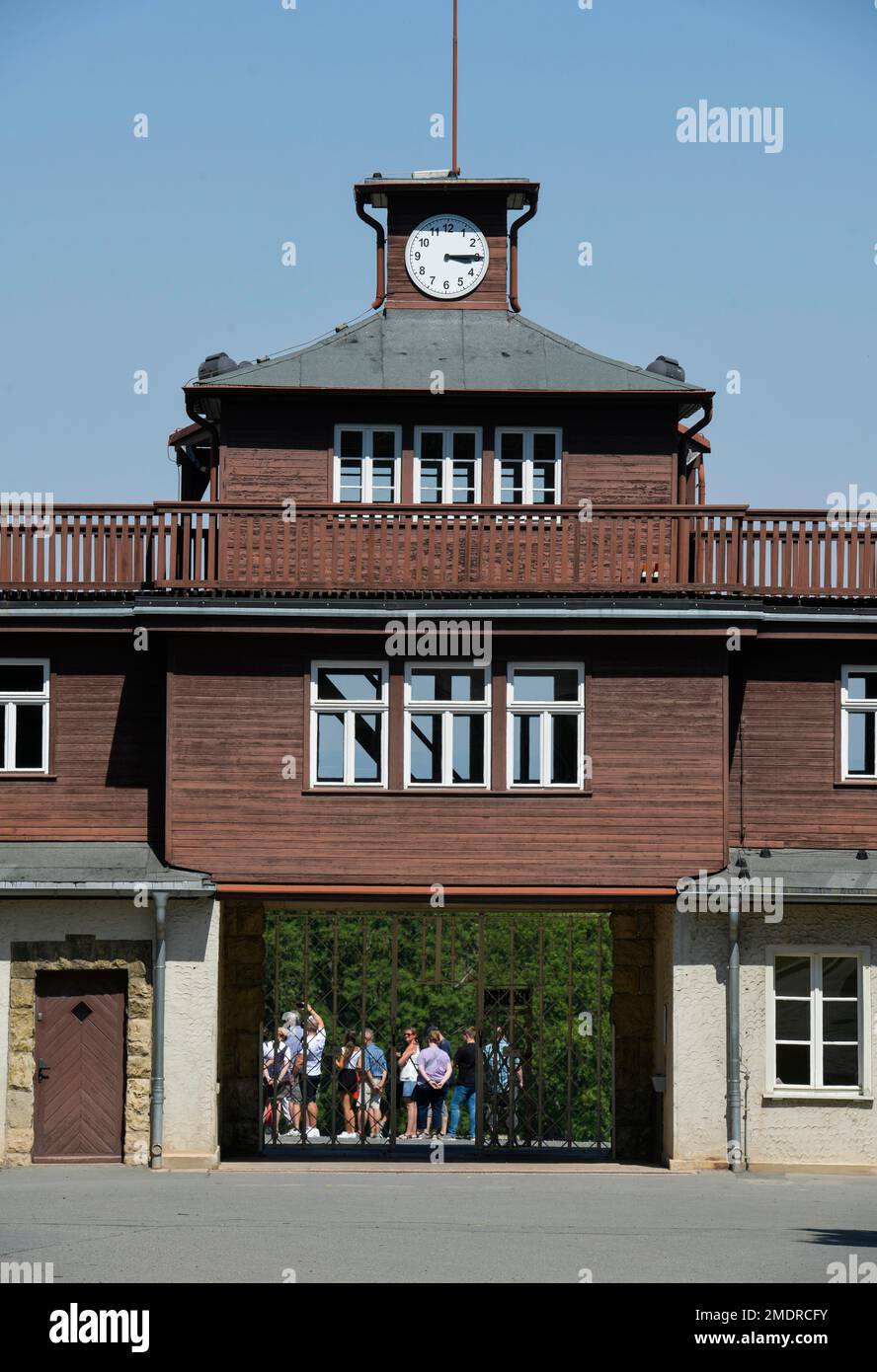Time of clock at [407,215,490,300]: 3:14
